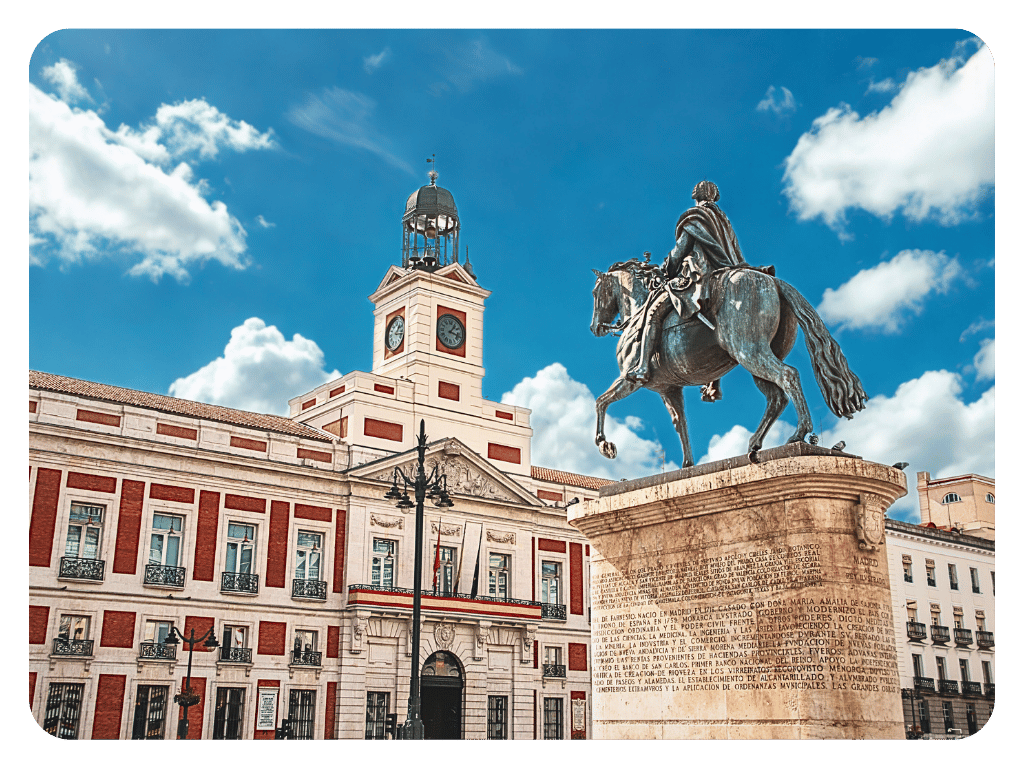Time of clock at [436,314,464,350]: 1:17
